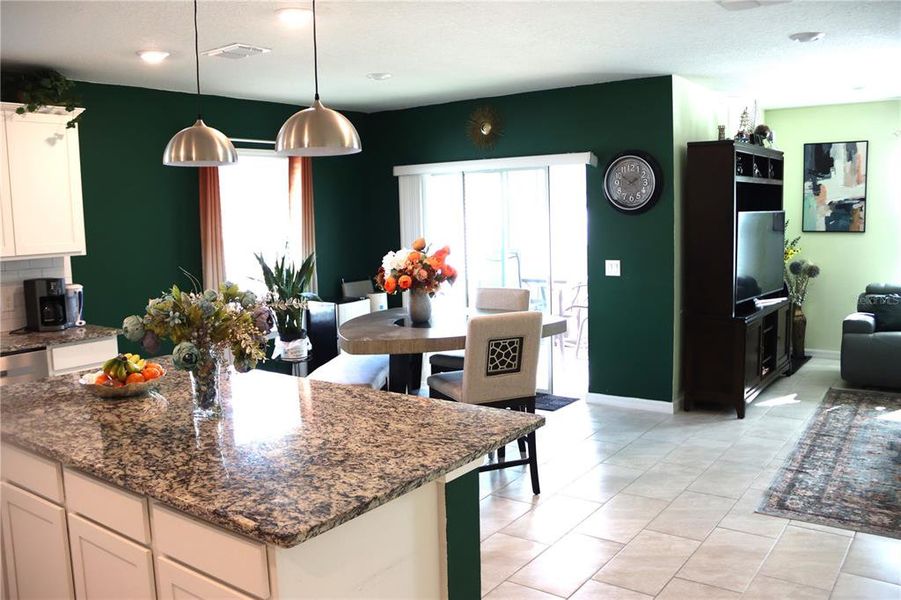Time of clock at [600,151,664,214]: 1:50
